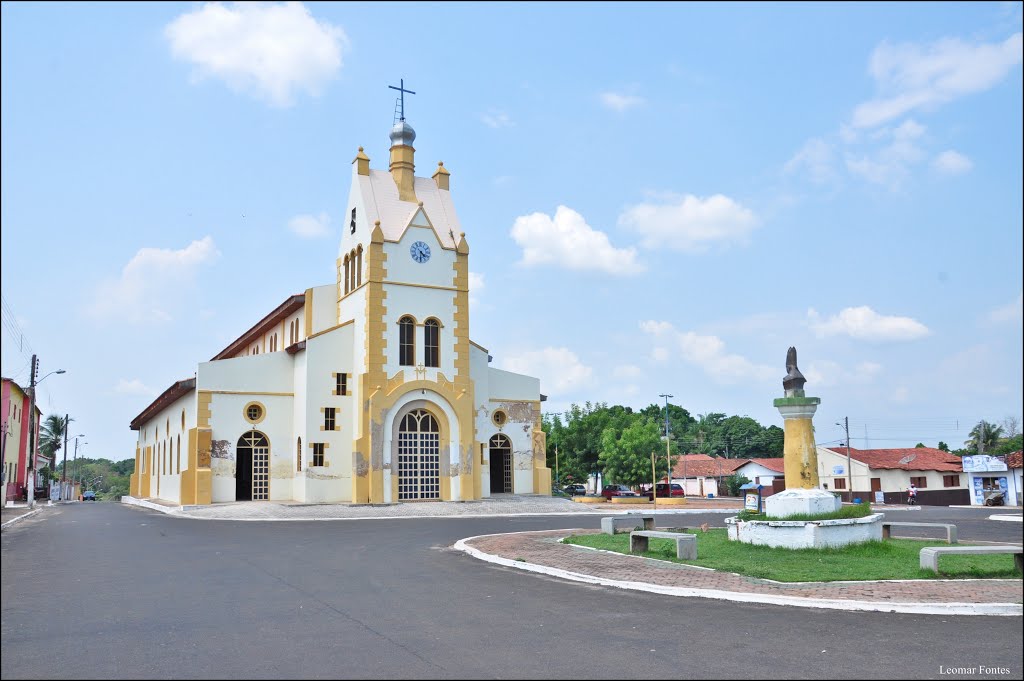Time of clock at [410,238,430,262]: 4:30
